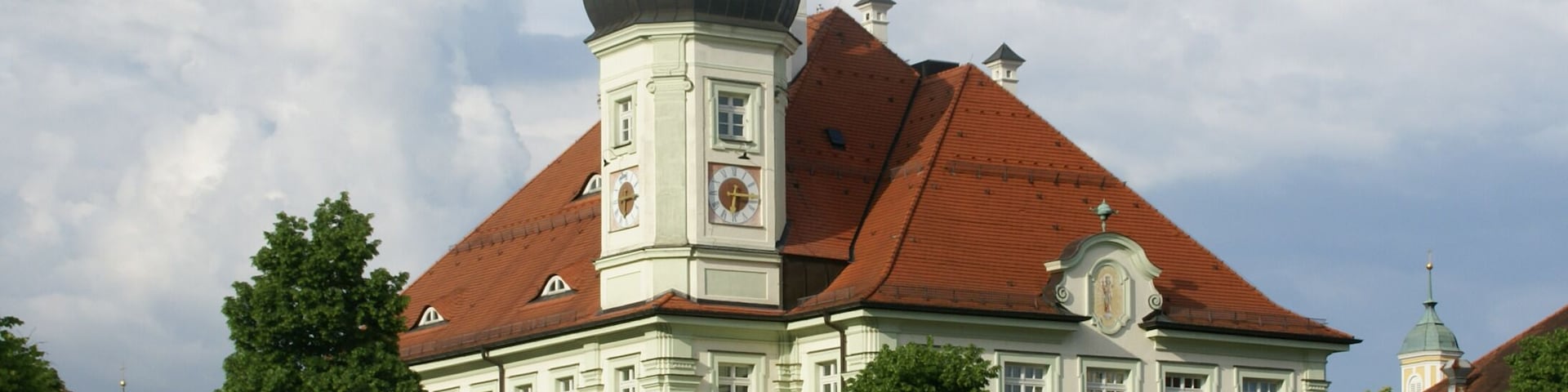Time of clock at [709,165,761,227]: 6:15
